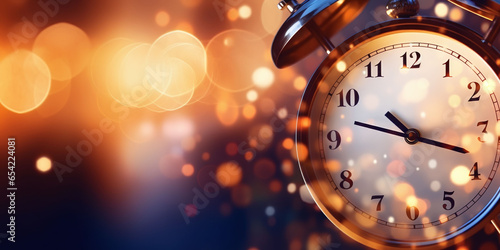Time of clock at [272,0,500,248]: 10:17
